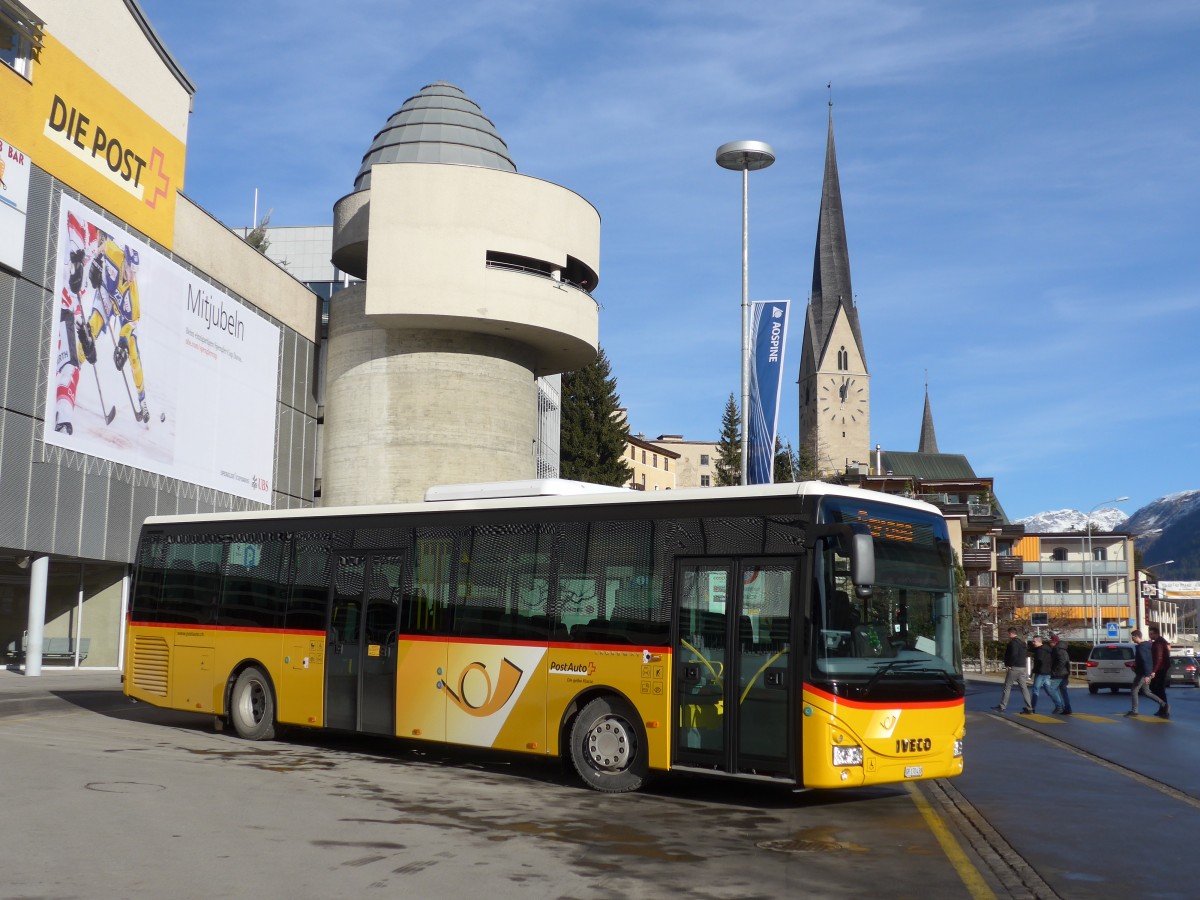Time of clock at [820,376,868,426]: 12:02
